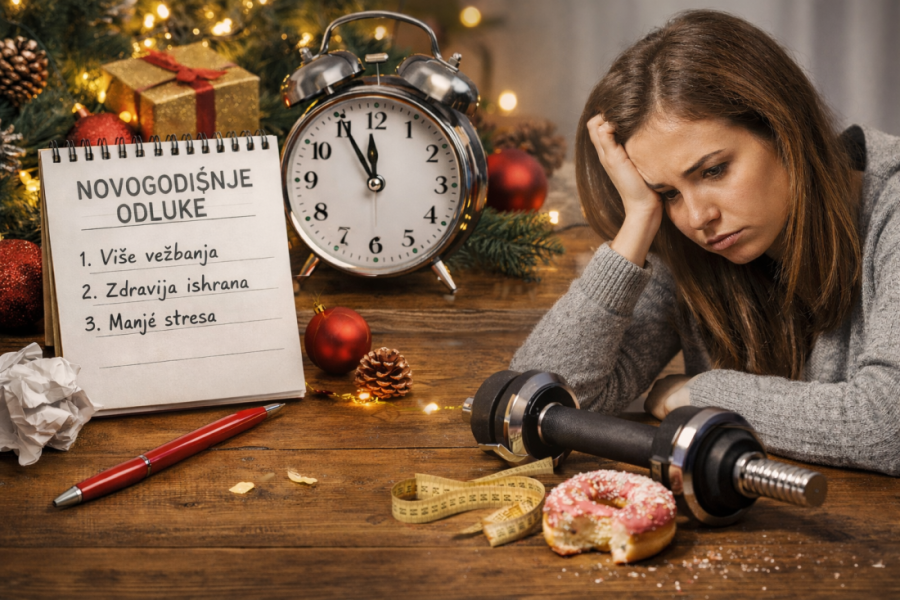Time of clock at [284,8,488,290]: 11:55
